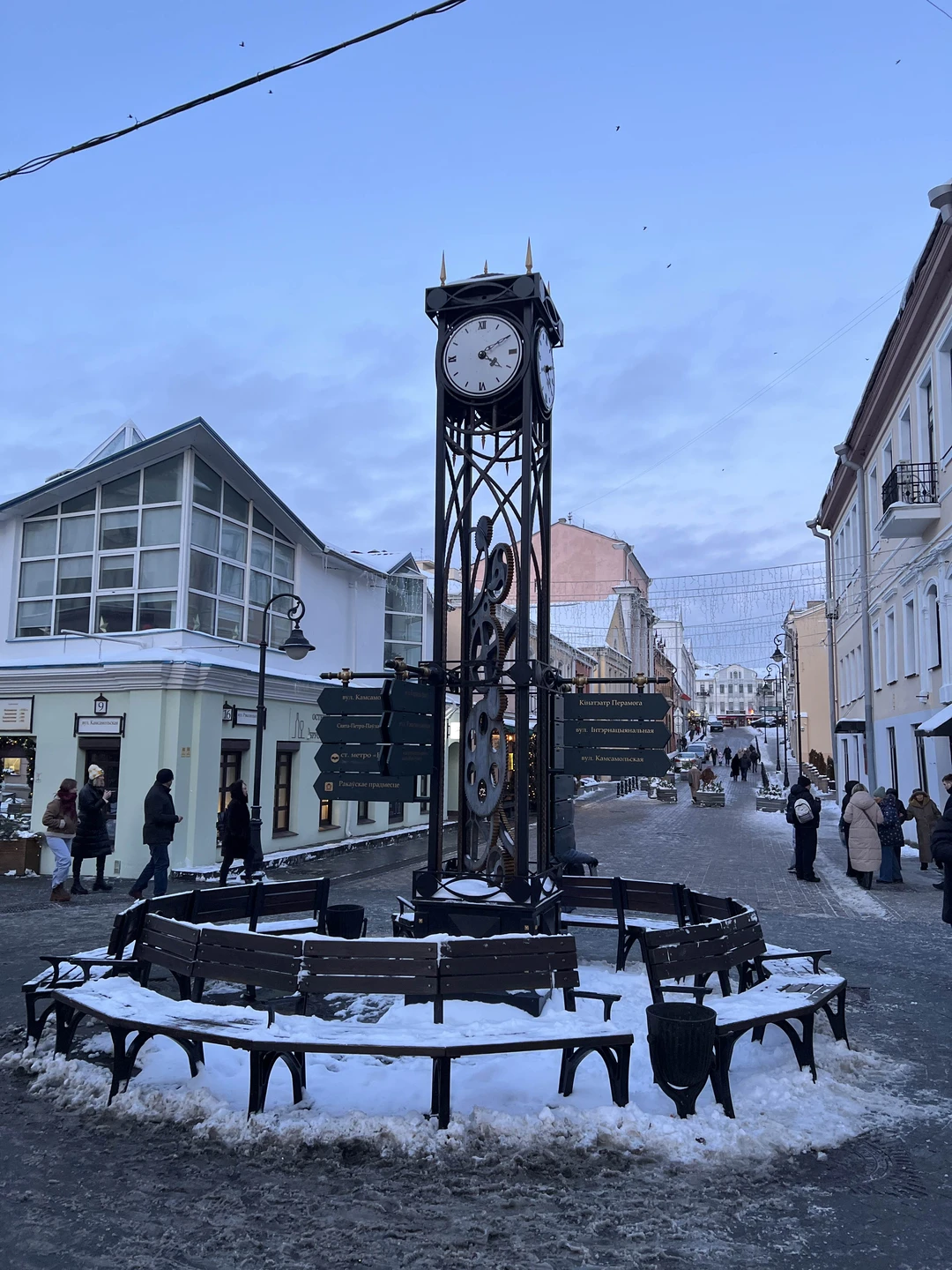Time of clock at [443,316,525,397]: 4:09
